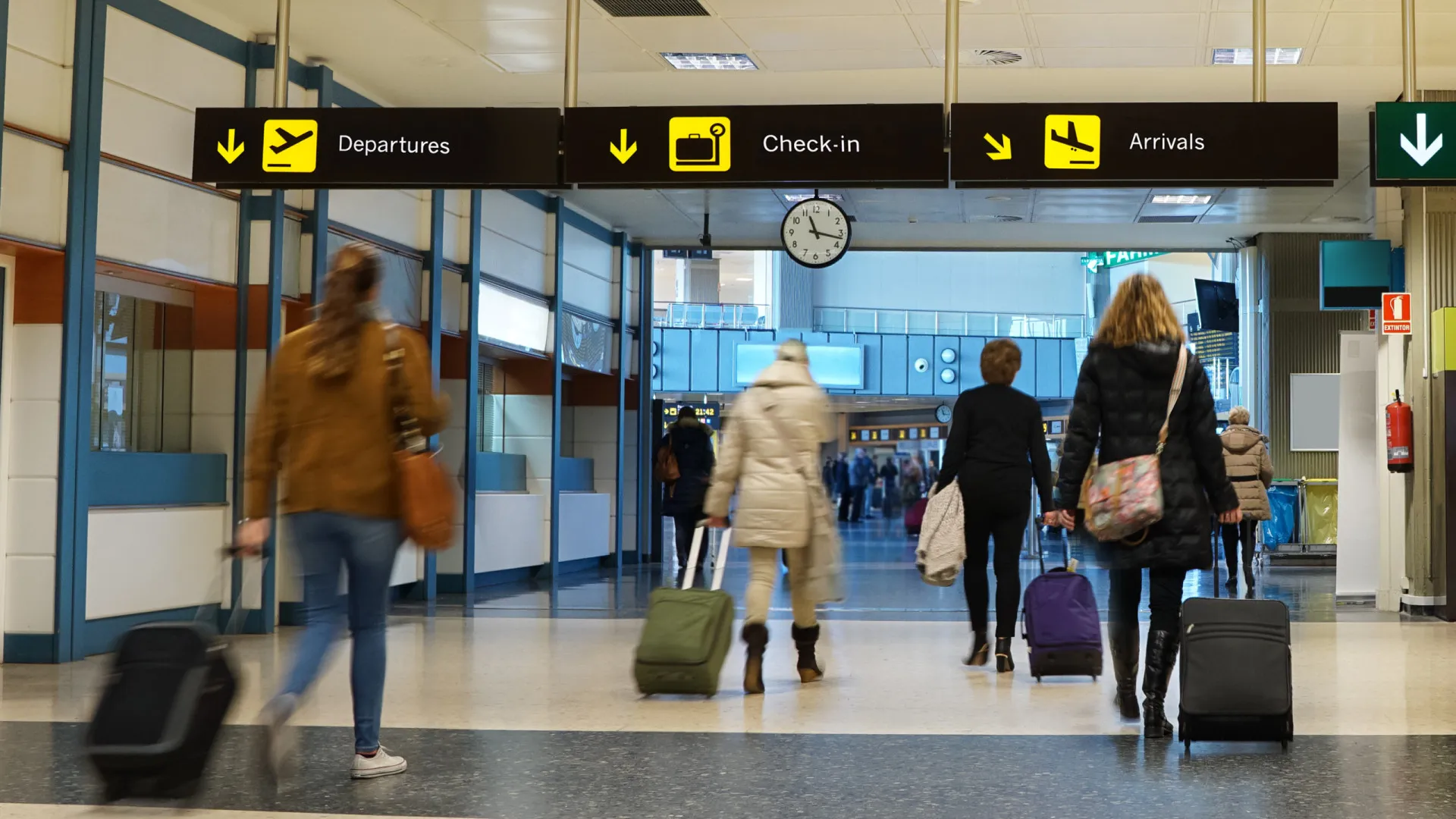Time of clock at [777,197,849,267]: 11:17
